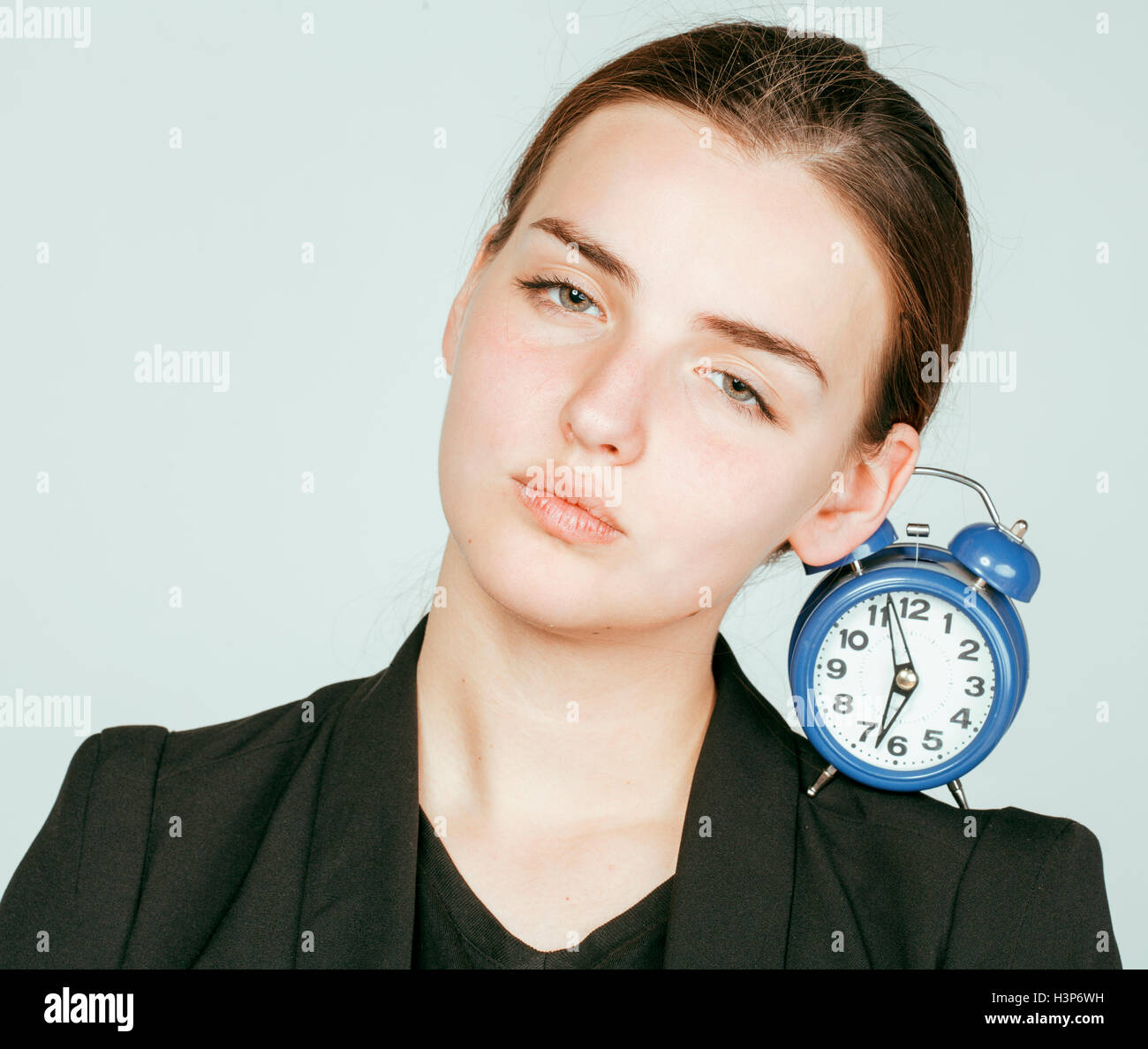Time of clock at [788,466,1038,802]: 11:32
